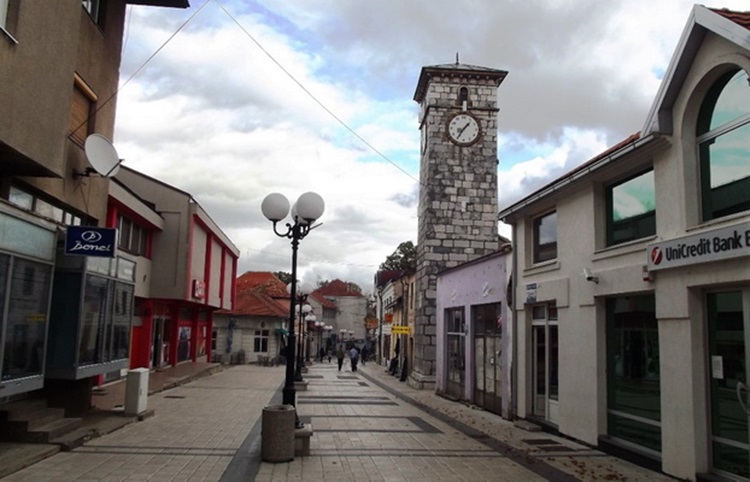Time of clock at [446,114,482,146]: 1:35
